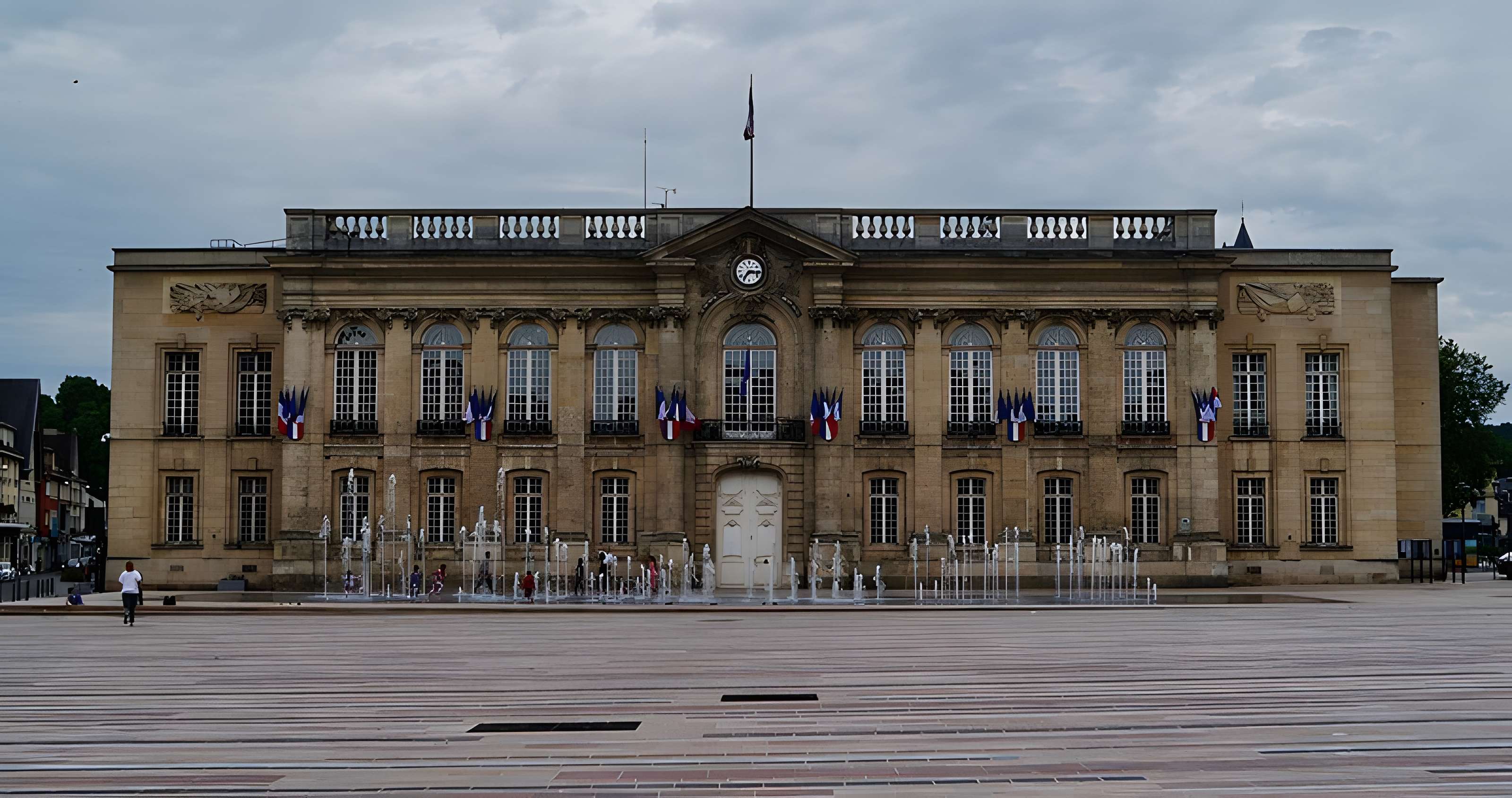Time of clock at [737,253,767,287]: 7:15
